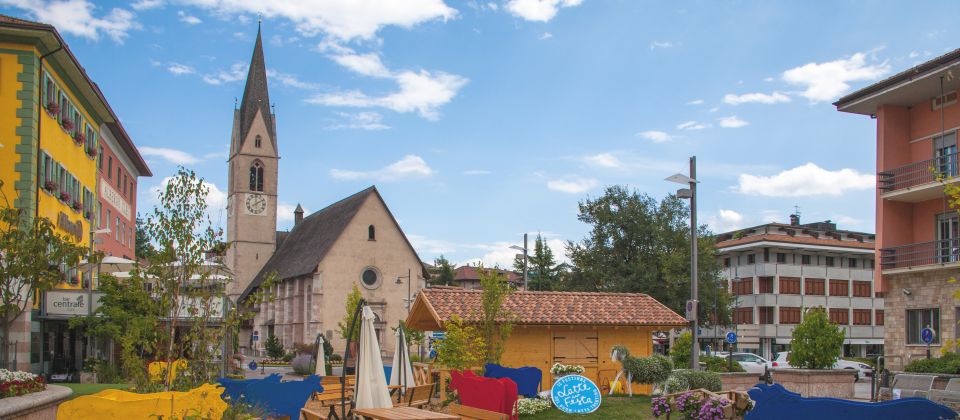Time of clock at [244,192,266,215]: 12:09
